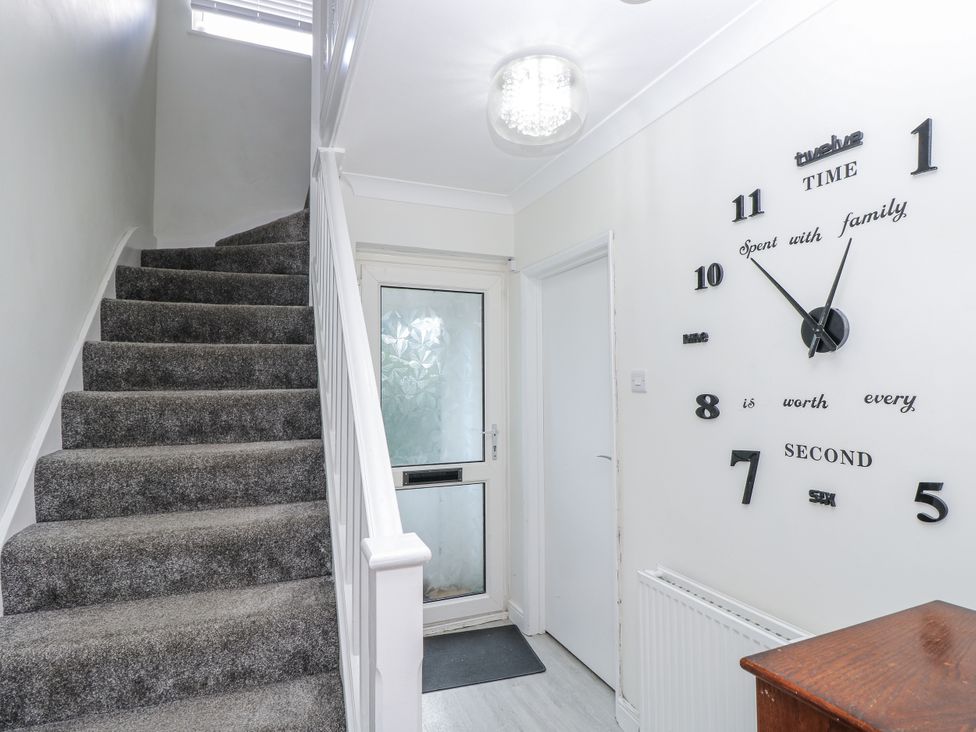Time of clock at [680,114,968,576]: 12:53
